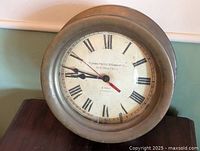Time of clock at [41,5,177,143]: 8:46
